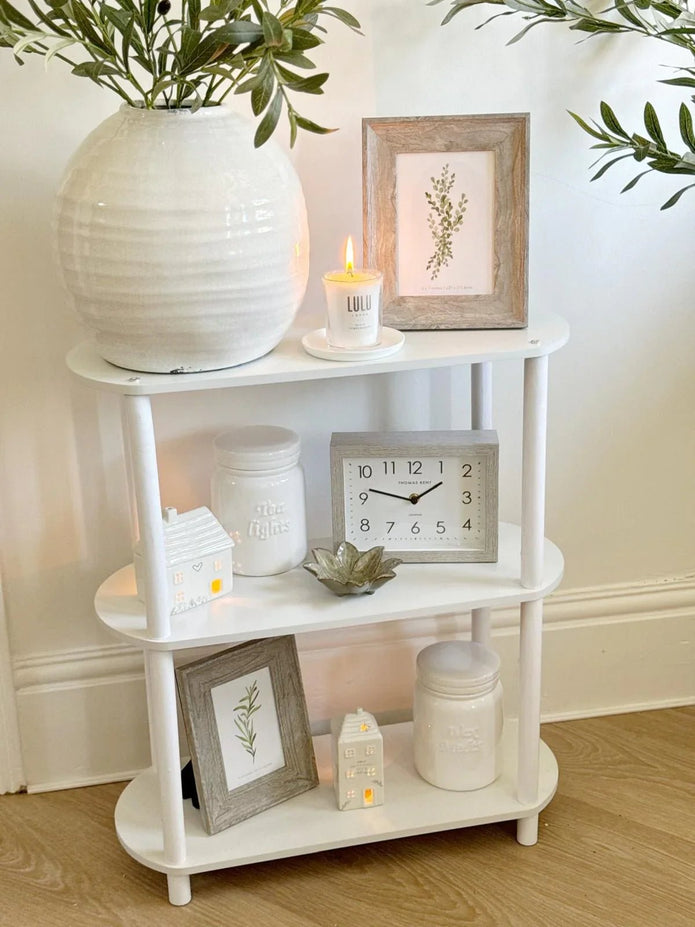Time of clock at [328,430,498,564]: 1:47
